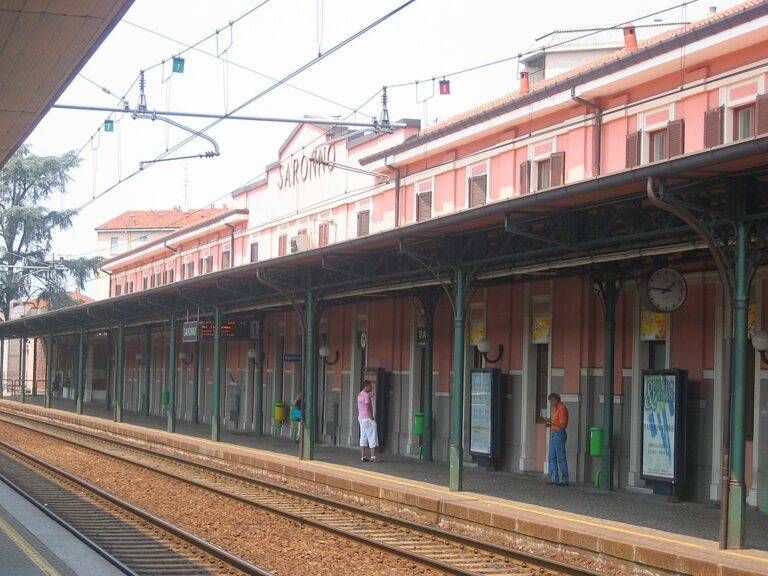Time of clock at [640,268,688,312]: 1:46
